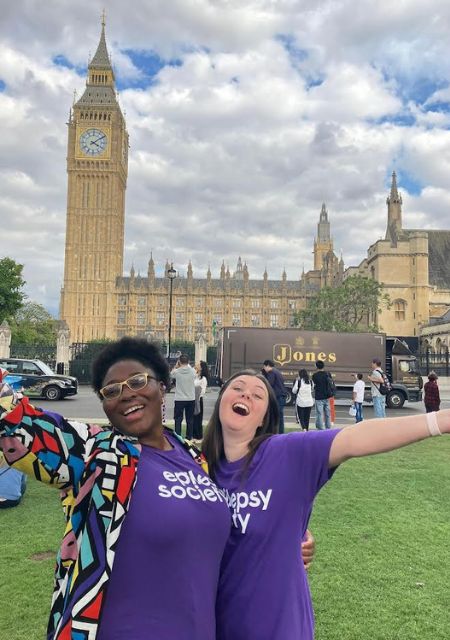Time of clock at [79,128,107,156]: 4:09
